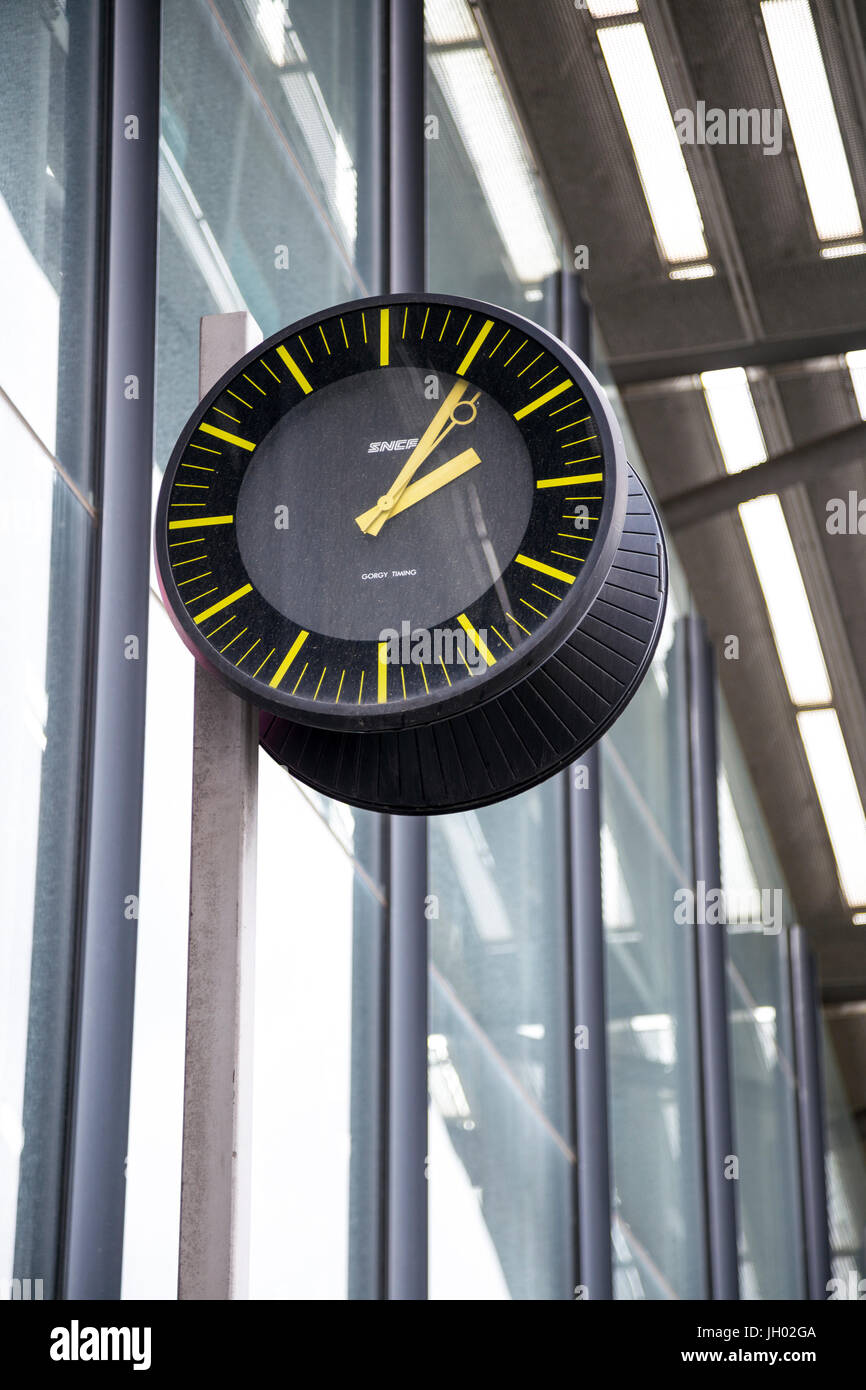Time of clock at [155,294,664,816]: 2:06
